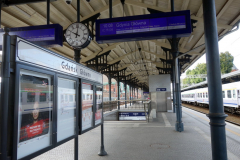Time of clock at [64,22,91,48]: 10:00
